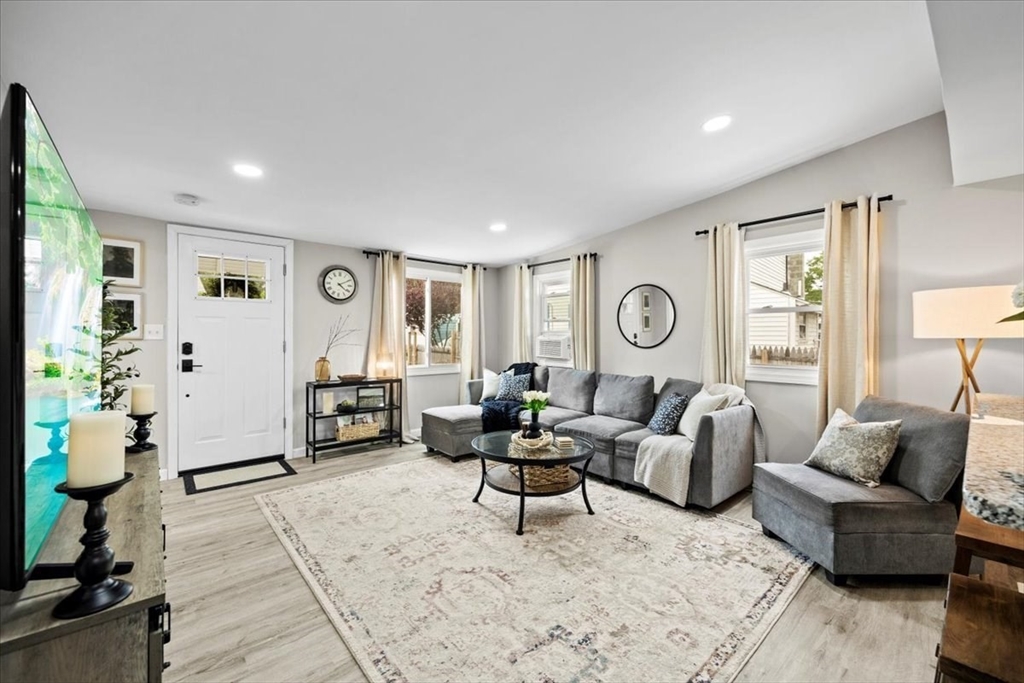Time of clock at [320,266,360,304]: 4:10
